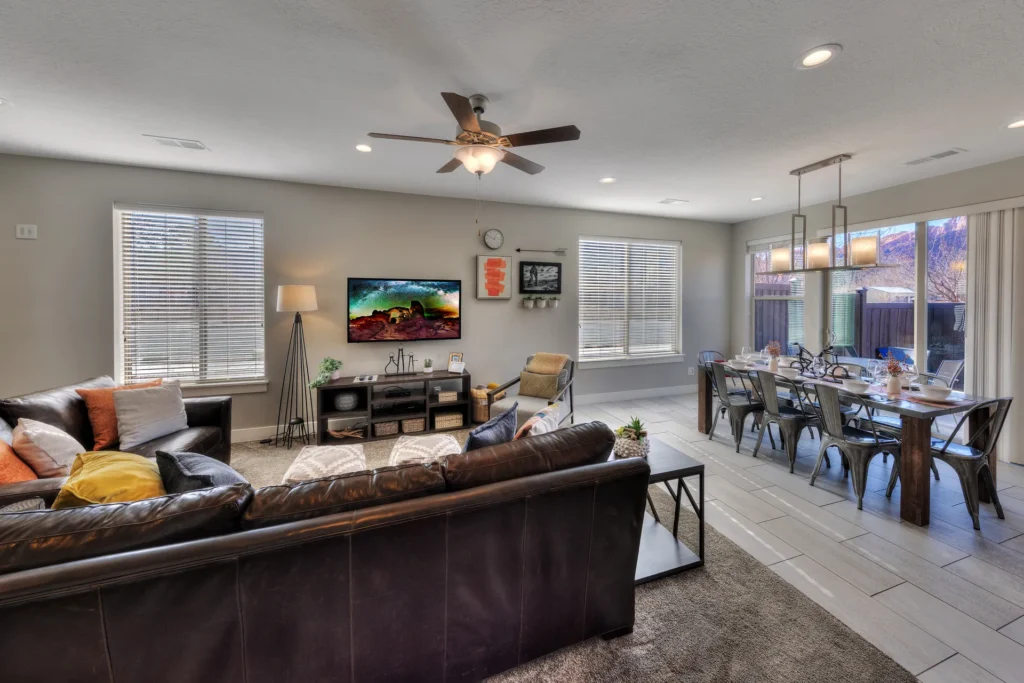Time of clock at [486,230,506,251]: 12:49
